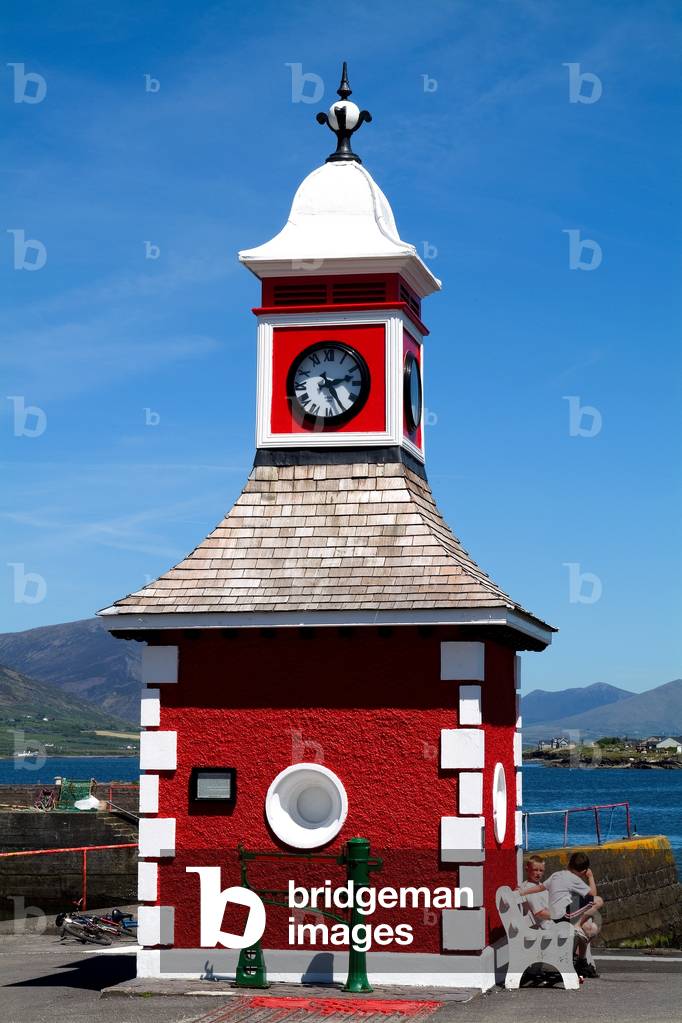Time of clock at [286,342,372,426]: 2:24
